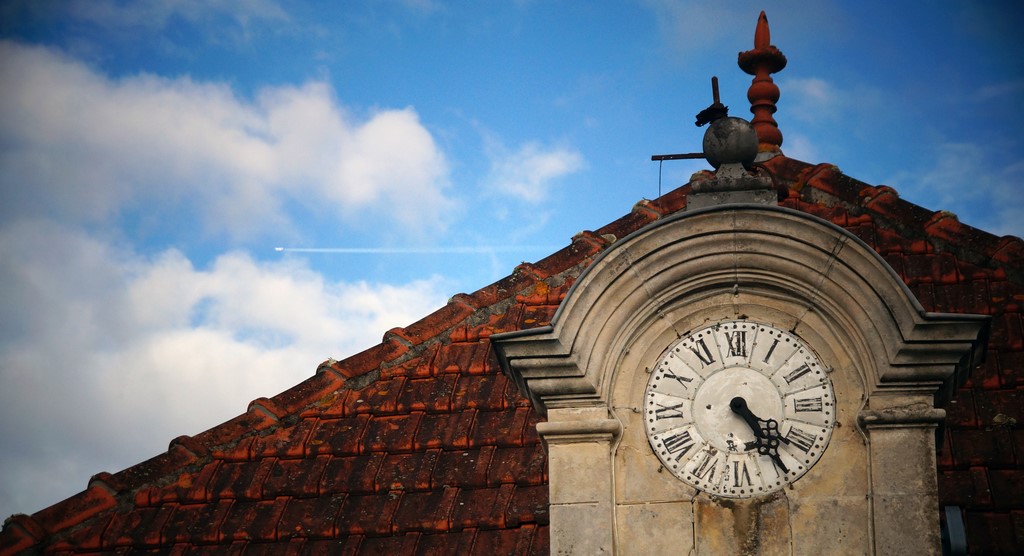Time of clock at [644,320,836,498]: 4:24
